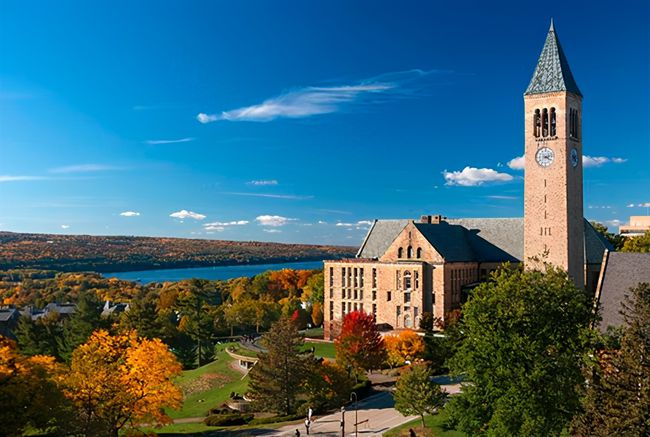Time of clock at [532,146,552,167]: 4:12
